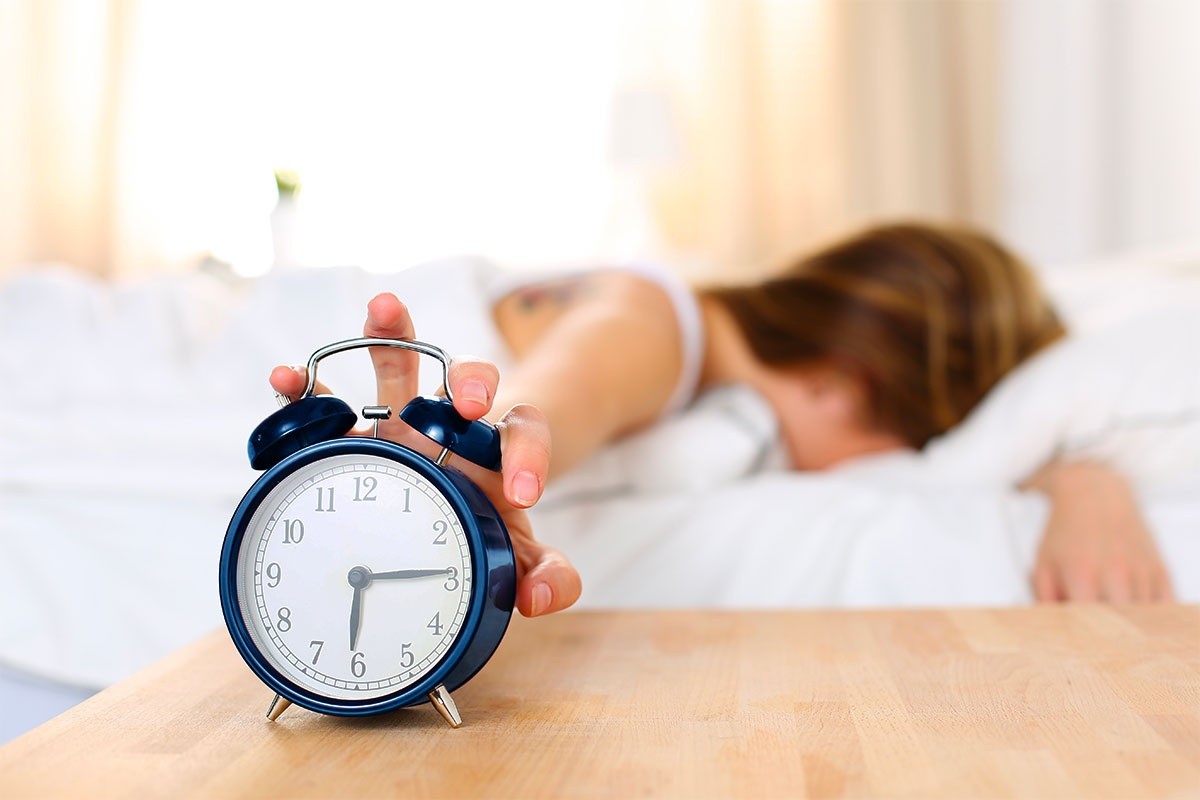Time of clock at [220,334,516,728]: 6:14
